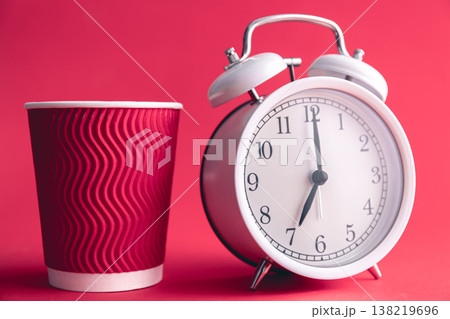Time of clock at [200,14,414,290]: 7:00
